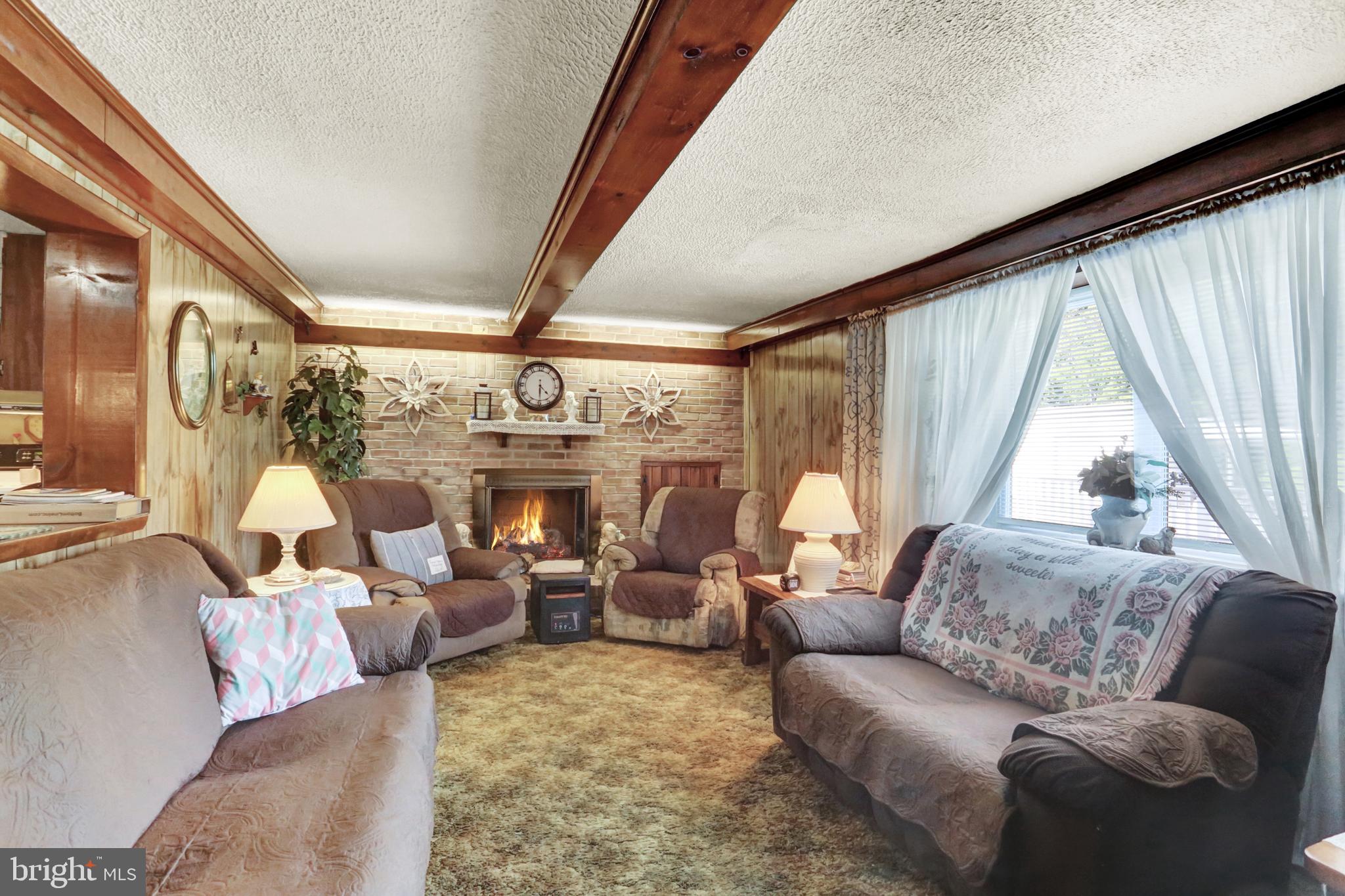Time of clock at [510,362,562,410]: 4:29
